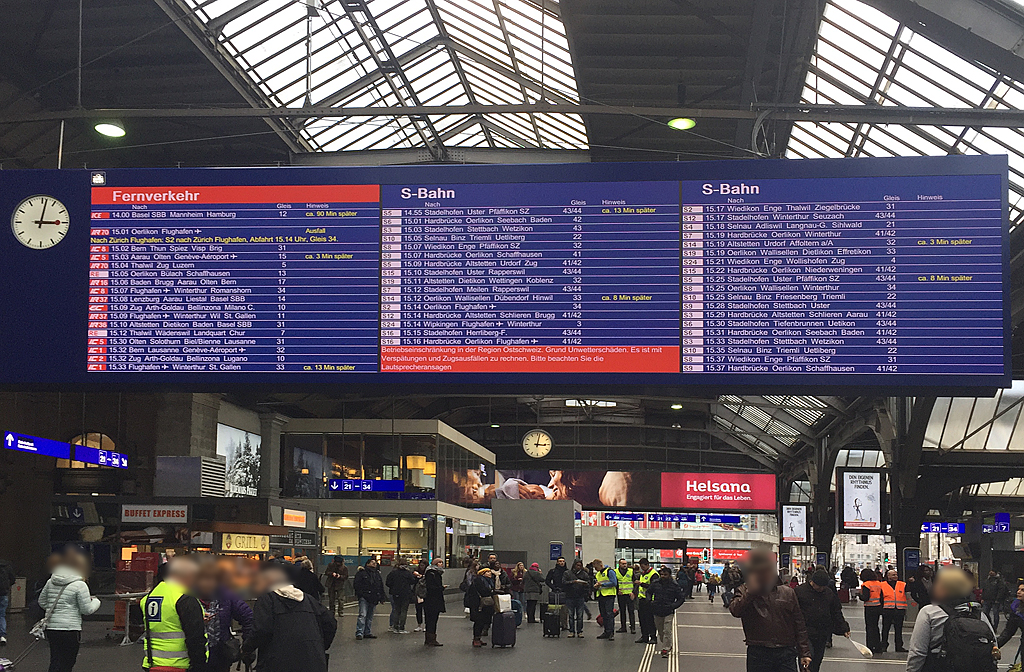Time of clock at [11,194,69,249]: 3:01
